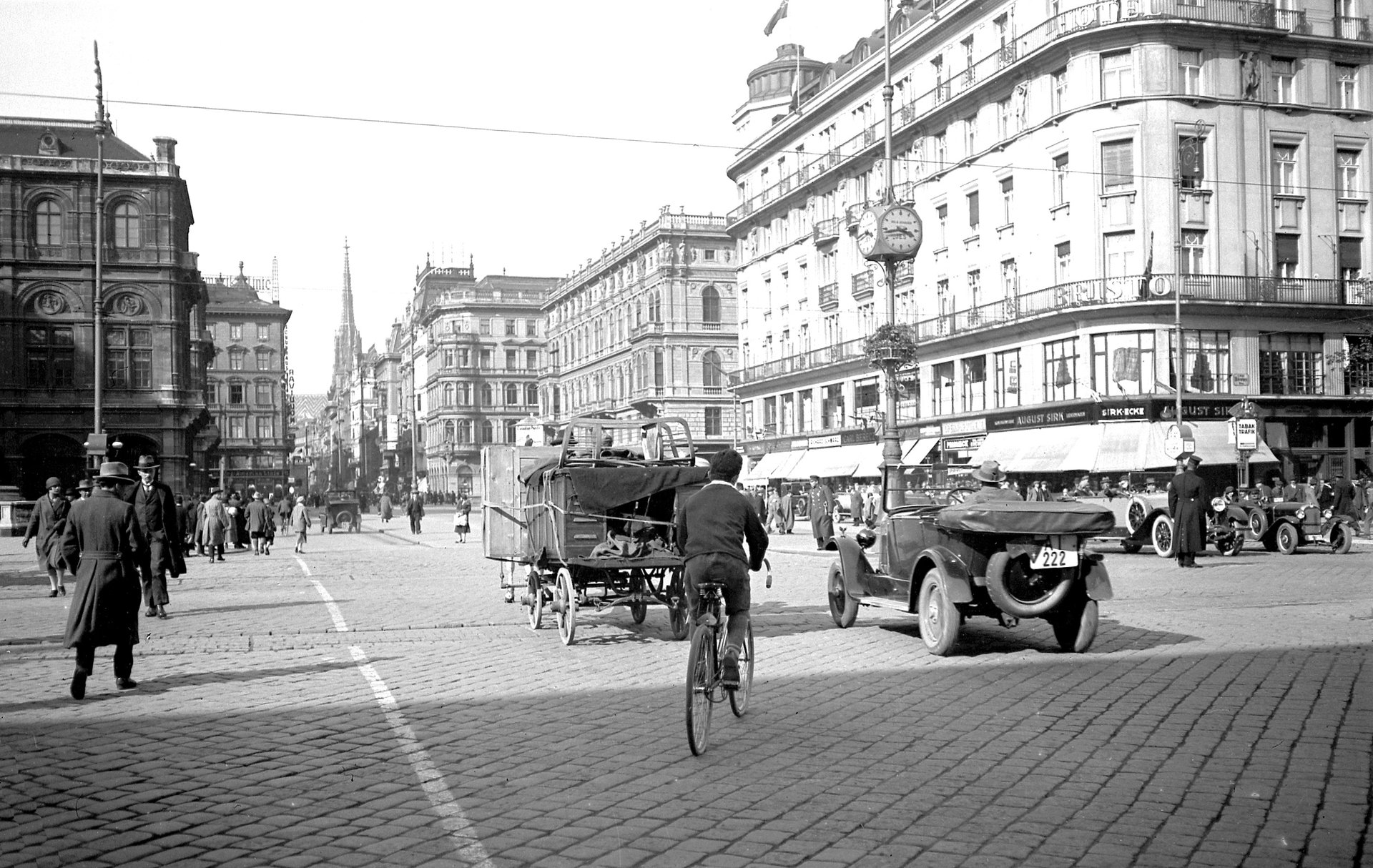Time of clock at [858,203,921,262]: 3:43
